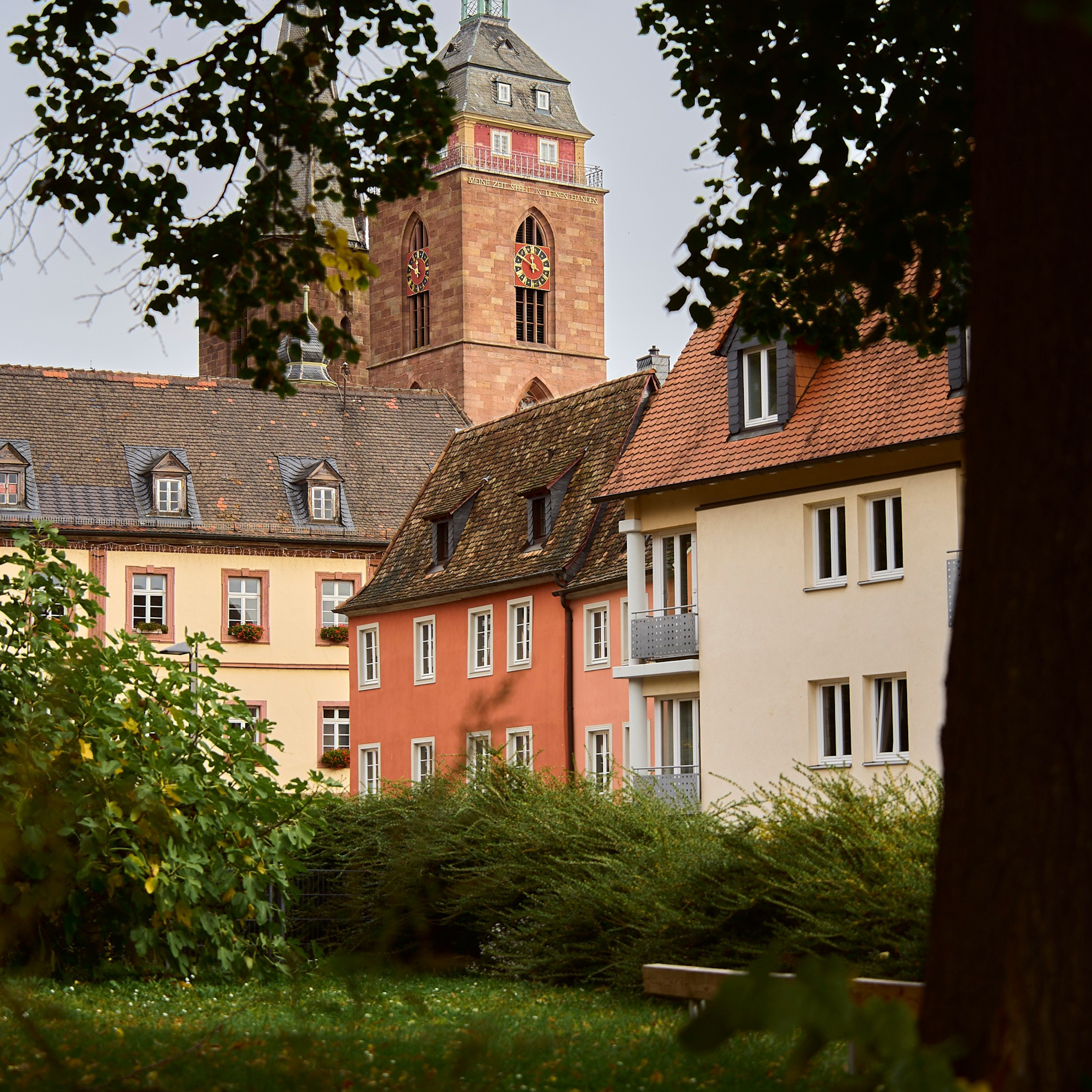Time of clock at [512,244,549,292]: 11:48
